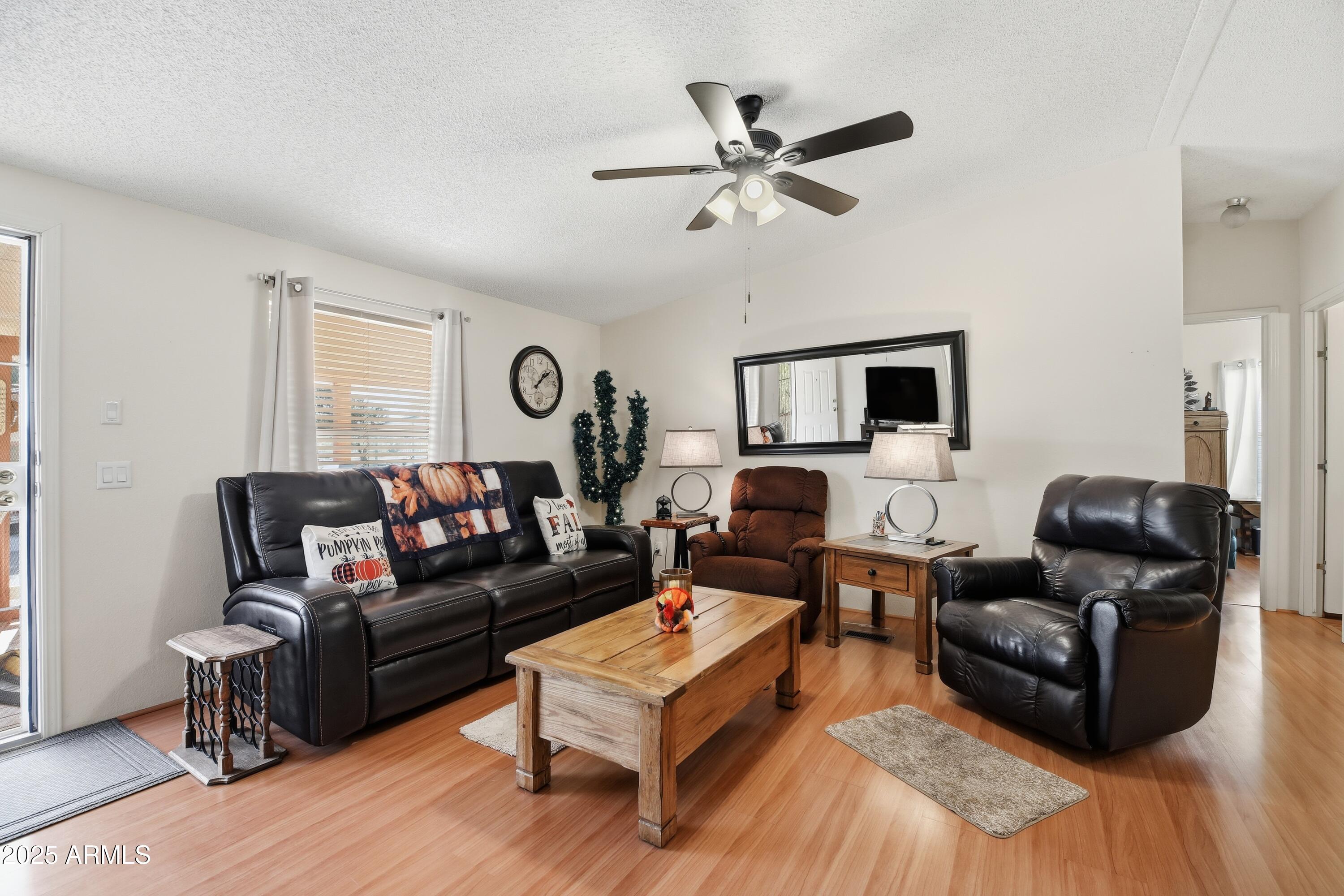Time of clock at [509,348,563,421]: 1:08
